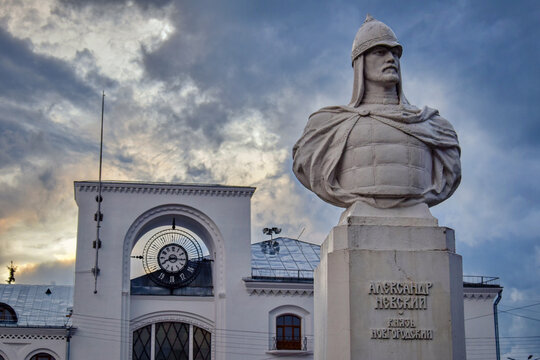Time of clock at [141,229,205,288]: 8:15
